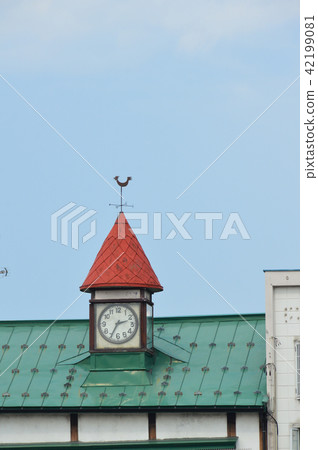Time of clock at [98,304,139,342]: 2:34
